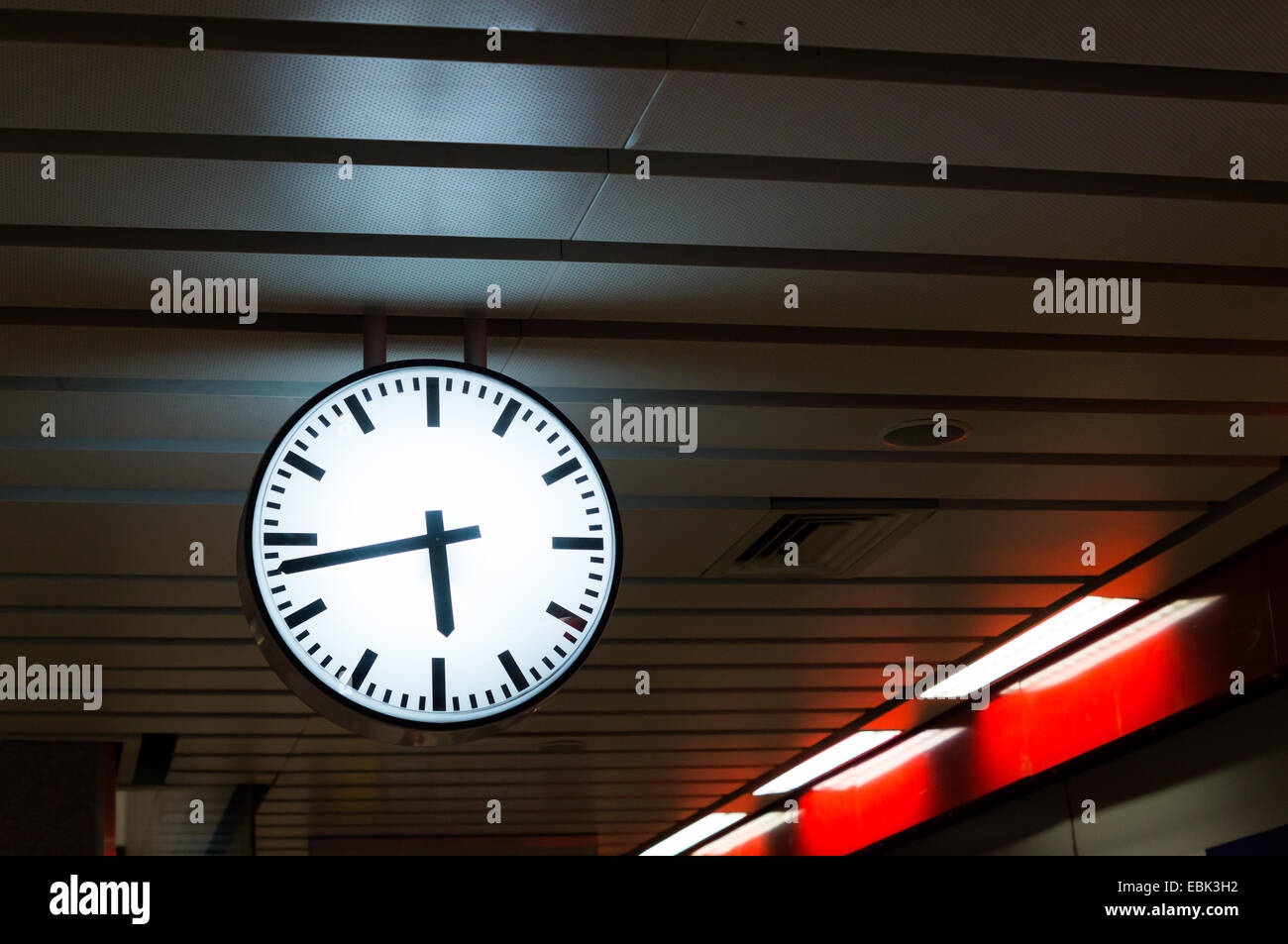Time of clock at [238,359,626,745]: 5:43
